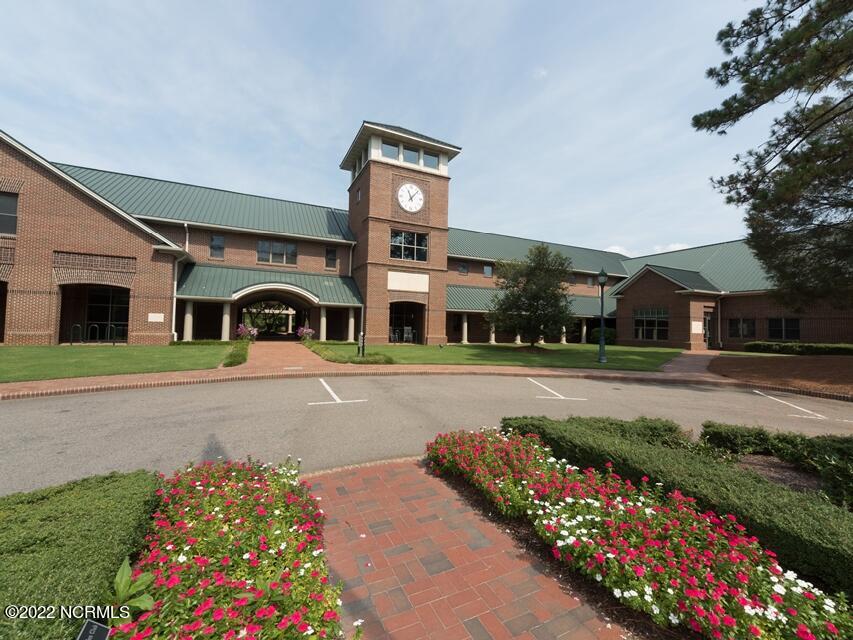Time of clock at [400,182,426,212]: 11:07
